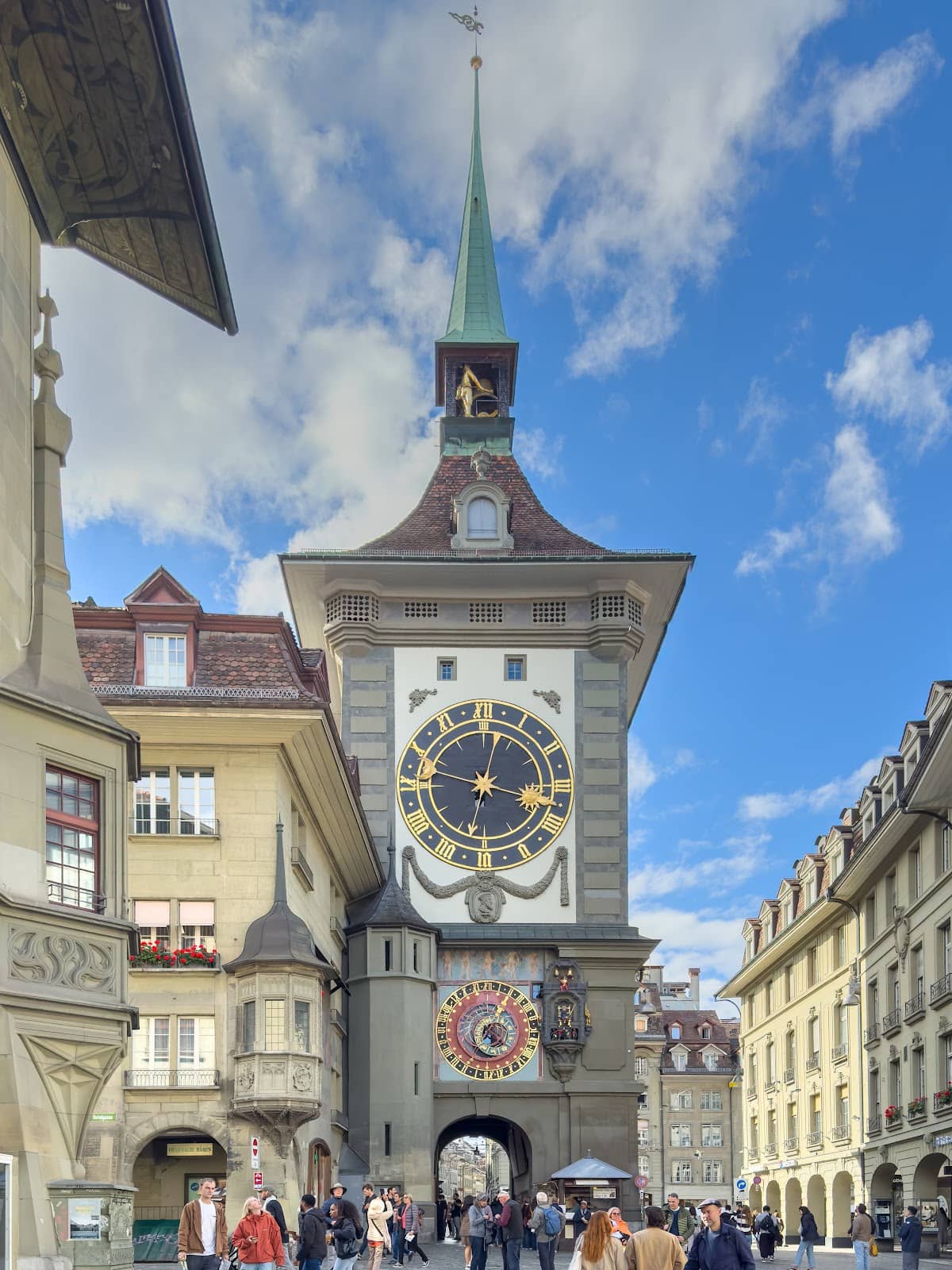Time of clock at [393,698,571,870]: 3:32
